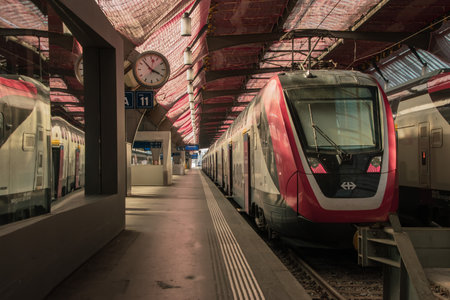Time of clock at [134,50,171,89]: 3:53
